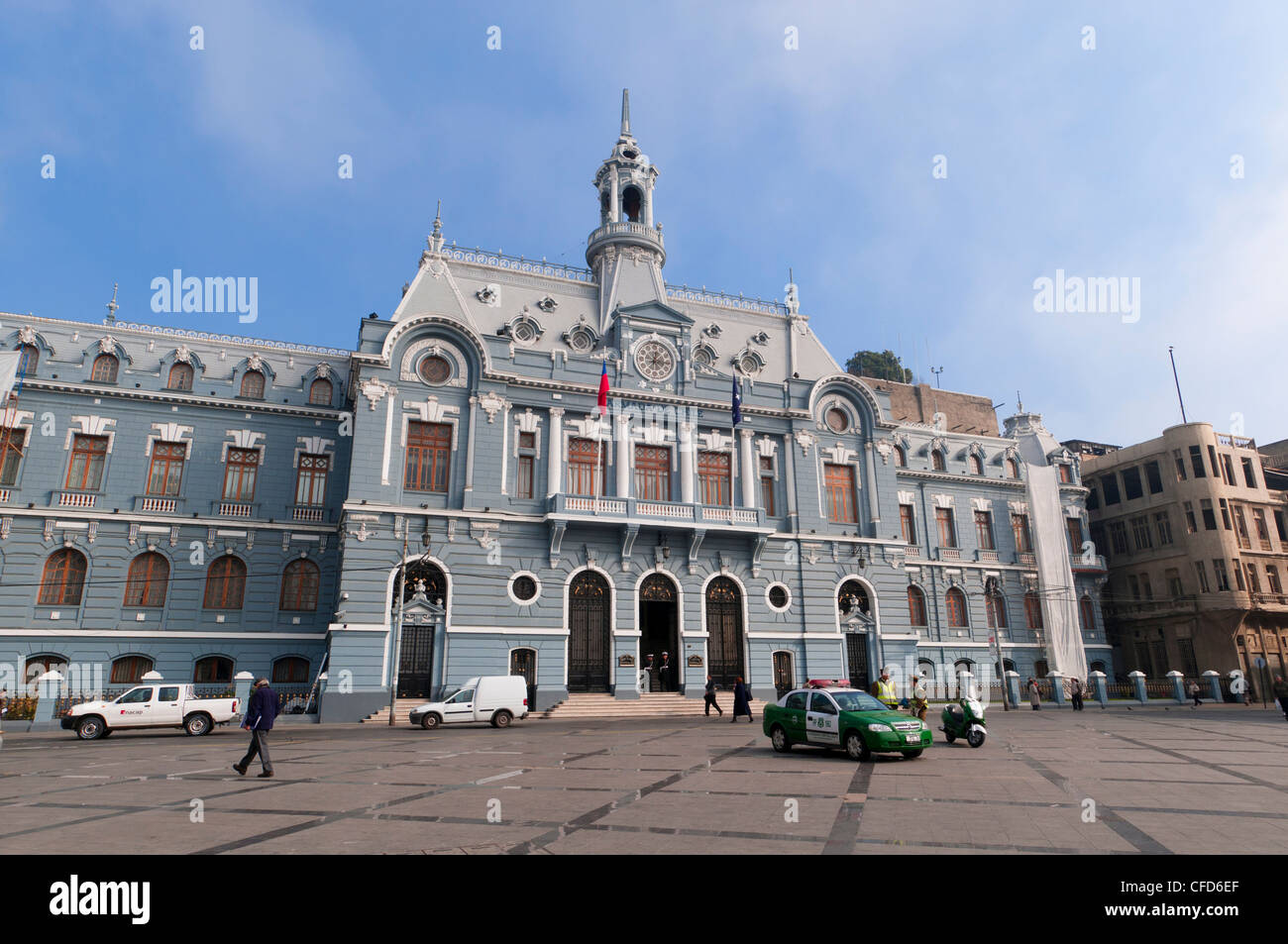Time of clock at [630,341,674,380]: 12:16
